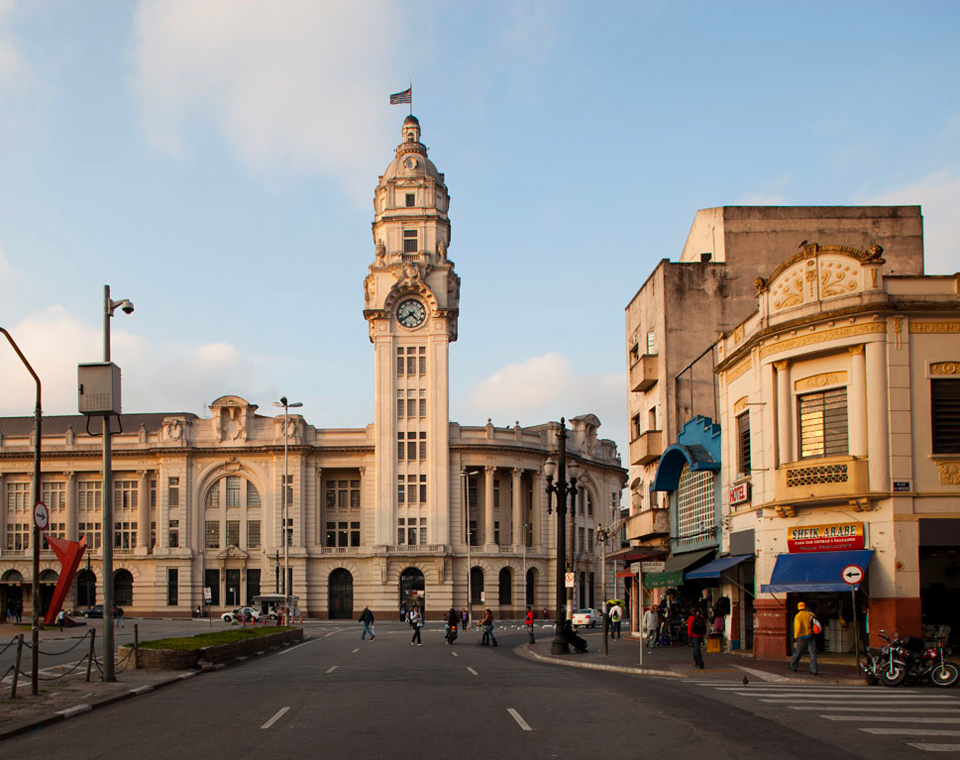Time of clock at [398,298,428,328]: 4:39
